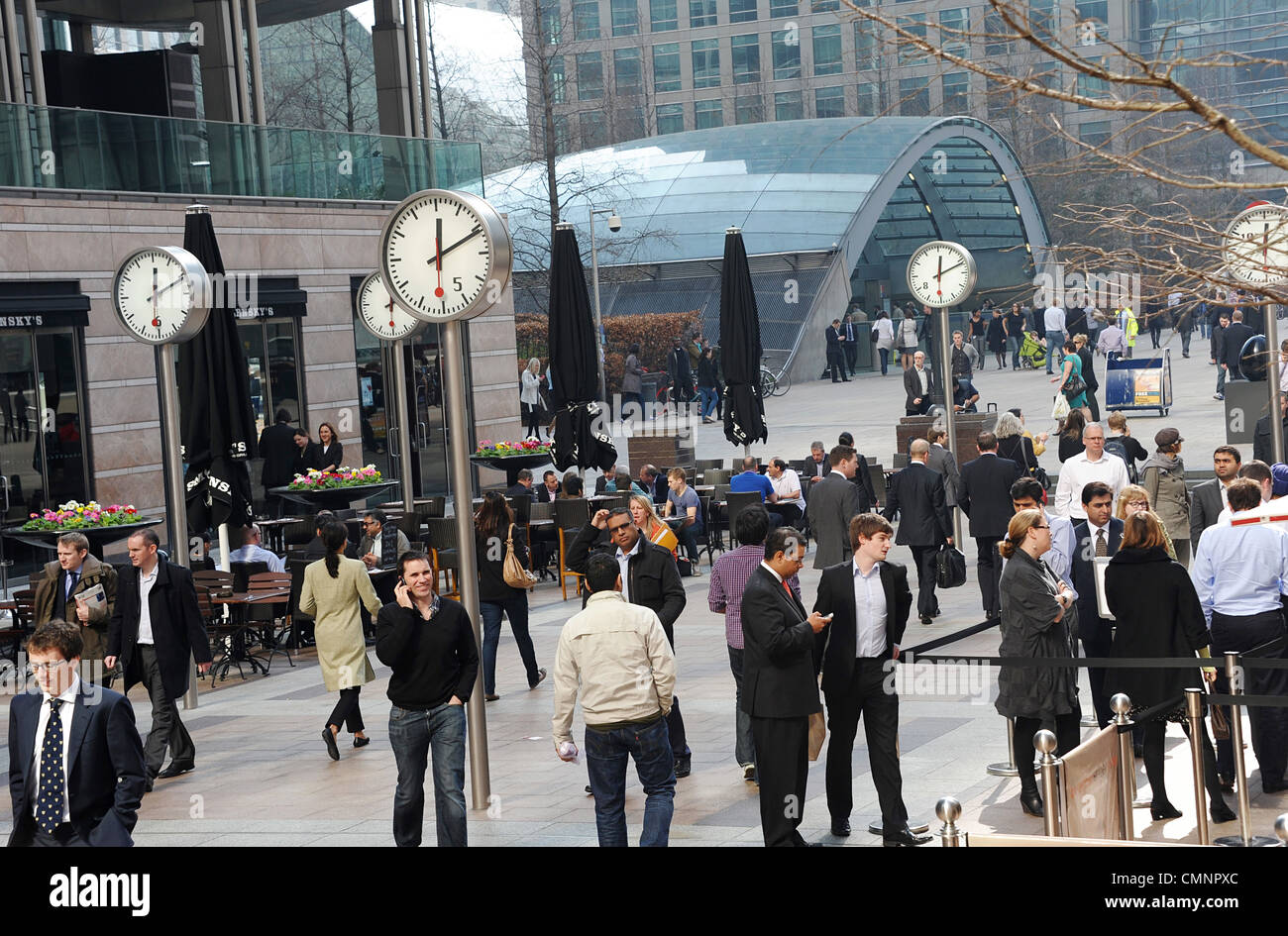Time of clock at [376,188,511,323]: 12:10
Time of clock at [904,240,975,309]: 12:11
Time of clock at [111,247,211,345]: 12:10
